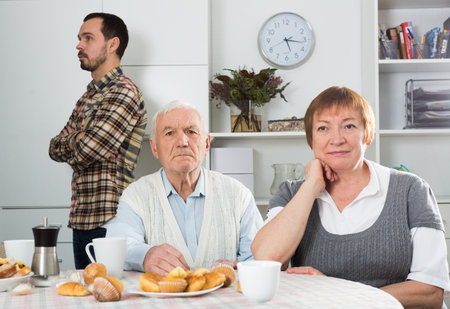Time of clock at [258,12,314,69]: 5:16
